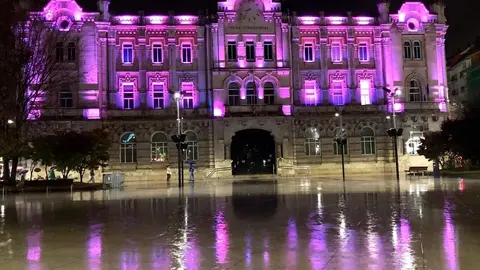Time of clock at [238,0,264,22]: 8:36
